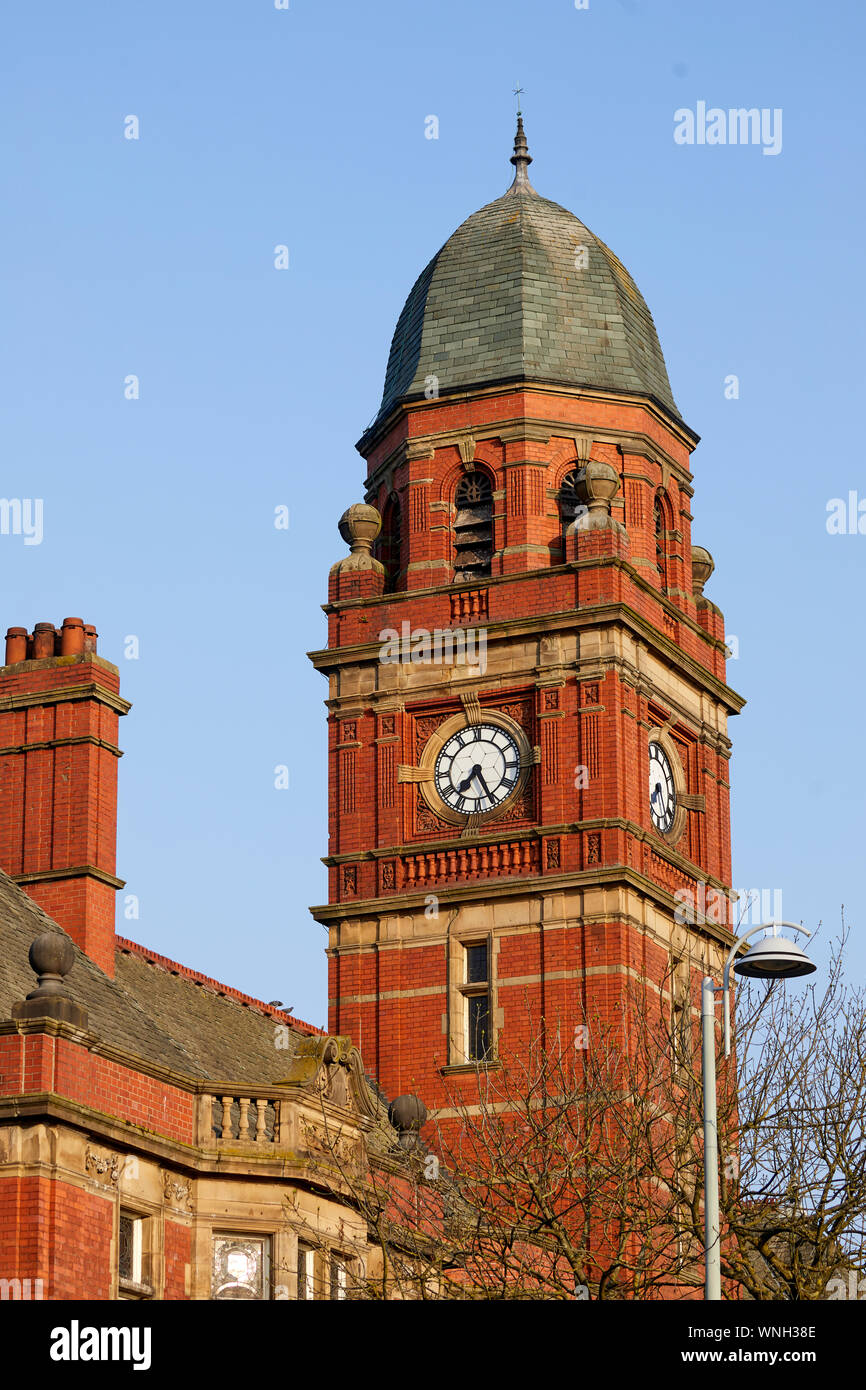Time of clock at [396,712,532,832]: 7:25
